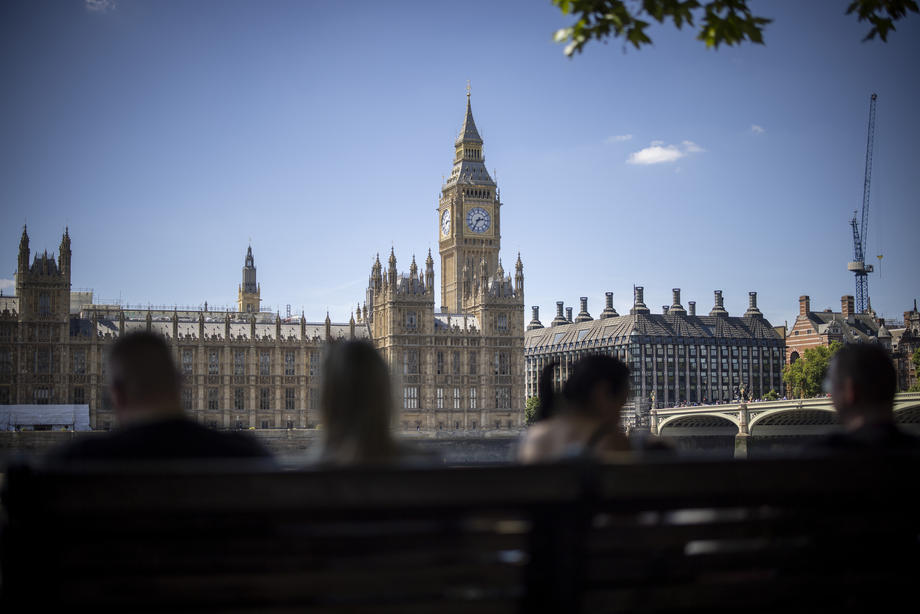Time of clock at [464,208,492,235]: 2:35
